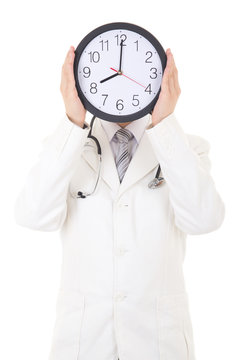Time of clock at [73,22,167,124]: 8:00
